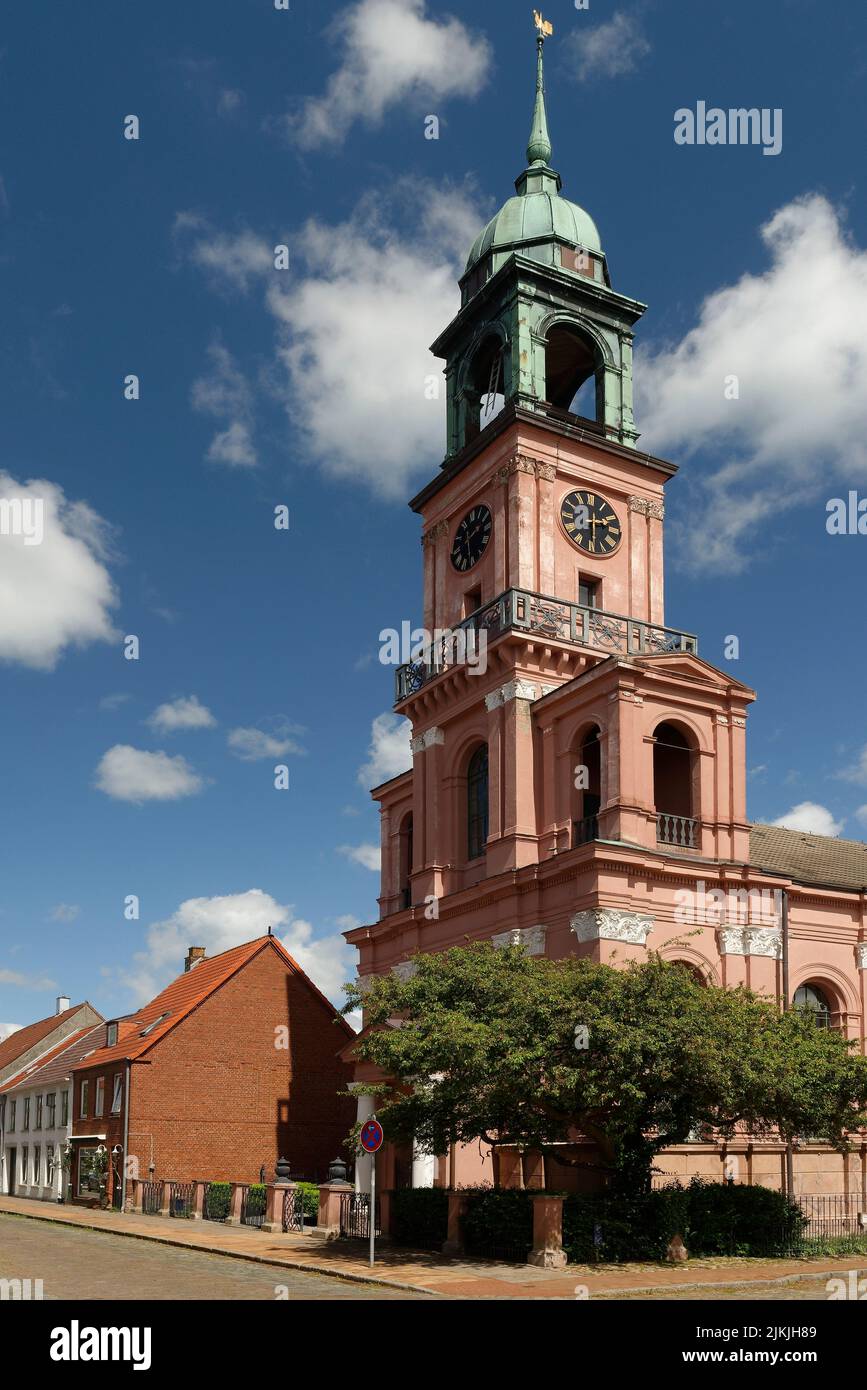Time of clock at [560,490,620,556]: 2:29
